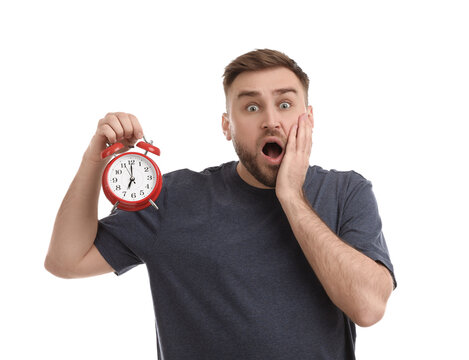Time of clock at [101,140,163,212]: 7:00
